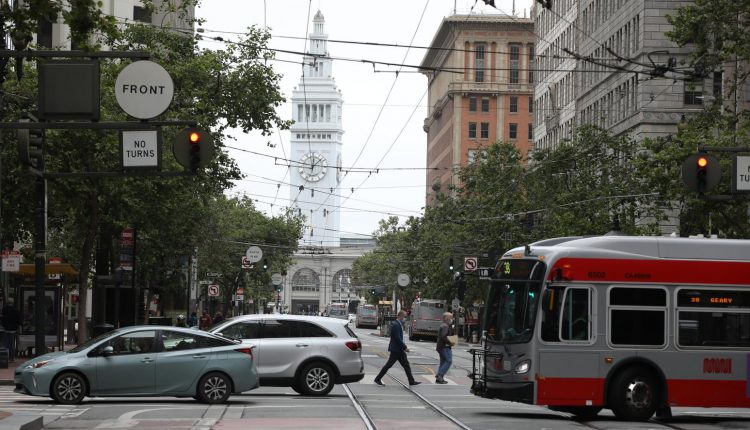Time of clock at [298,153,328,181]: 12:07
